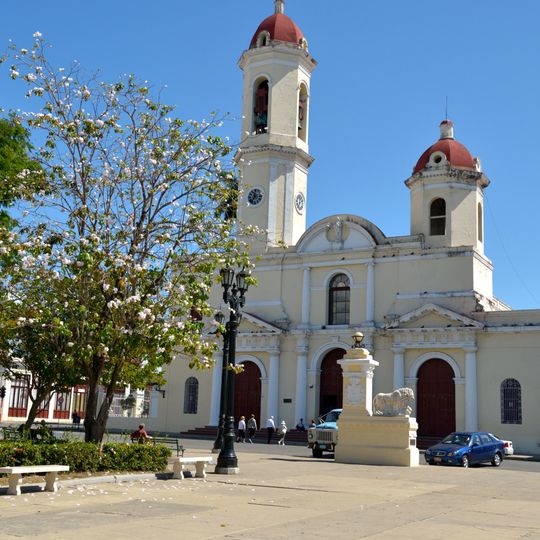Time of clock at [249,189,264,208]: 11:36
